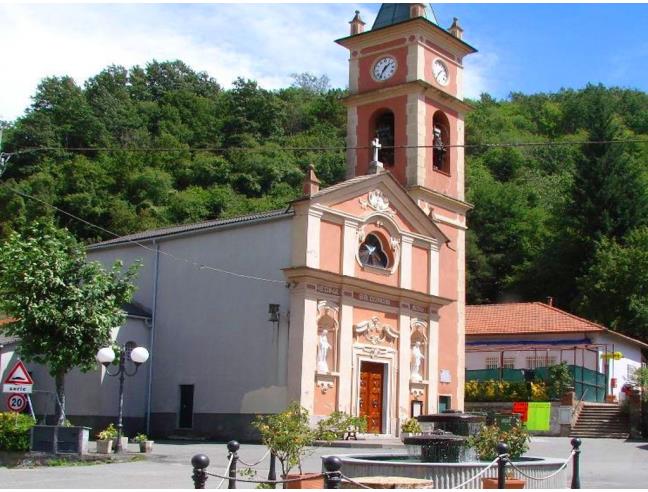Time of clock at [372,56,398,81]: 1:35
